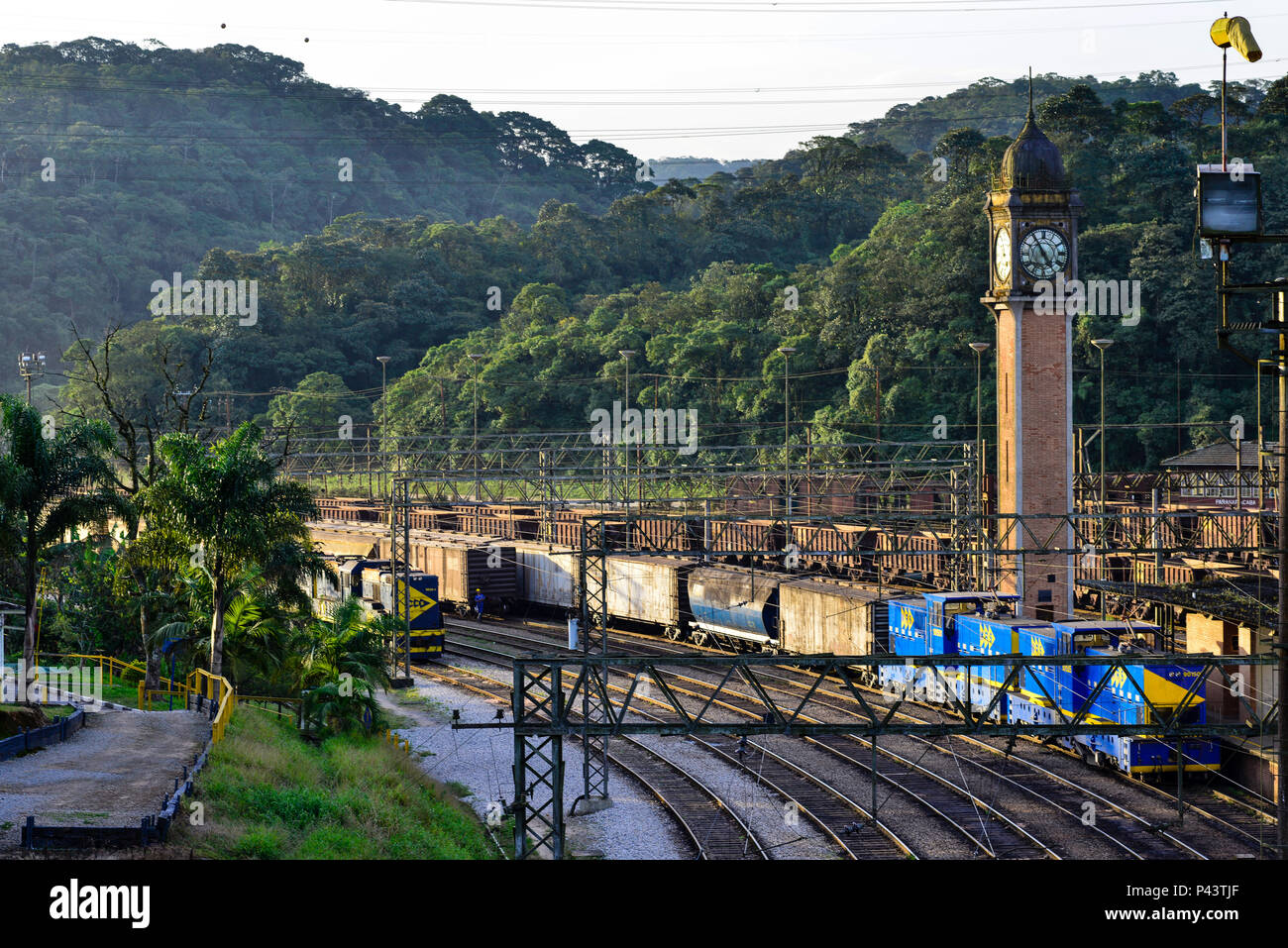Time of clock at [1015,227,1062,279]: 4:54
